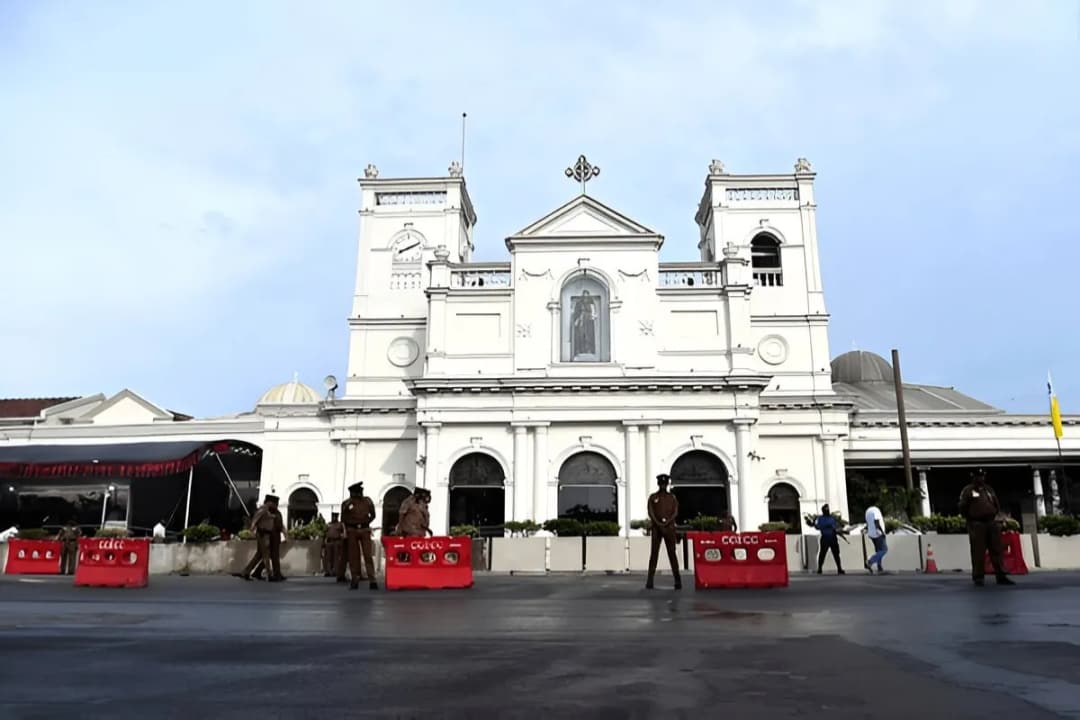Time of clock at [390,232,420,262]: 8:11
